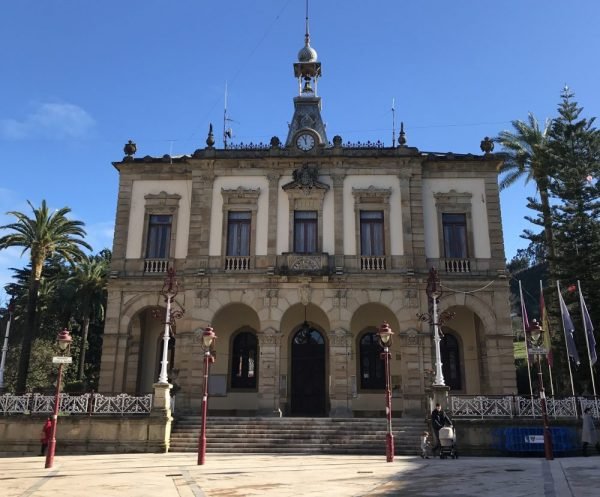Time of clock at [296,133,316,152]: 11:56
